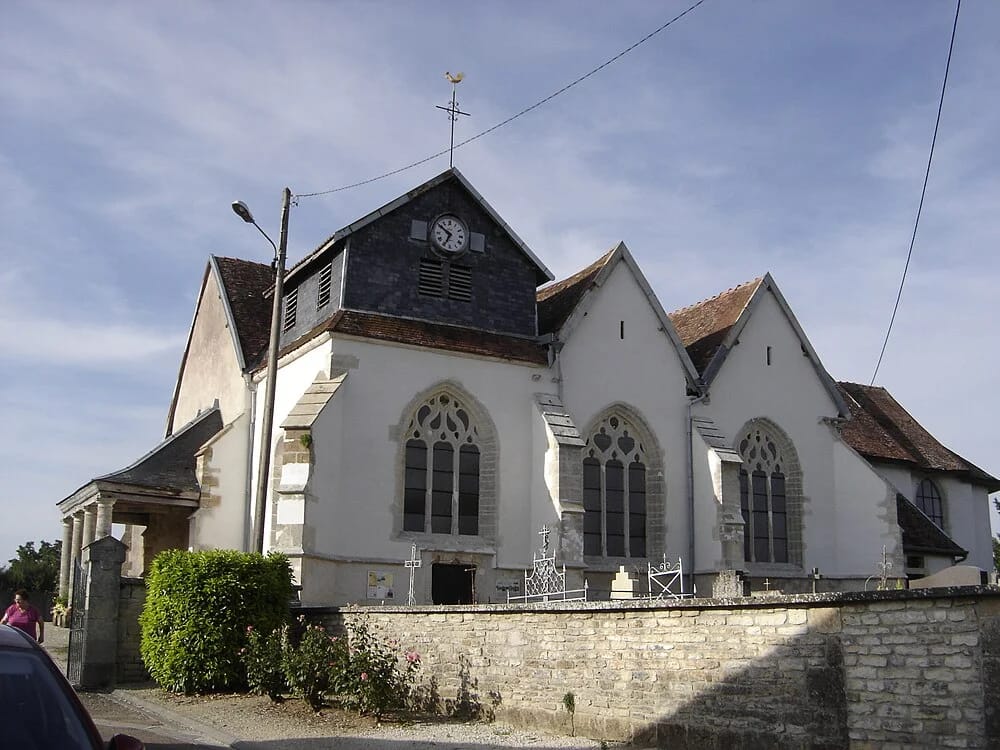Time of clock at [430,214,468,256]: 6:50
